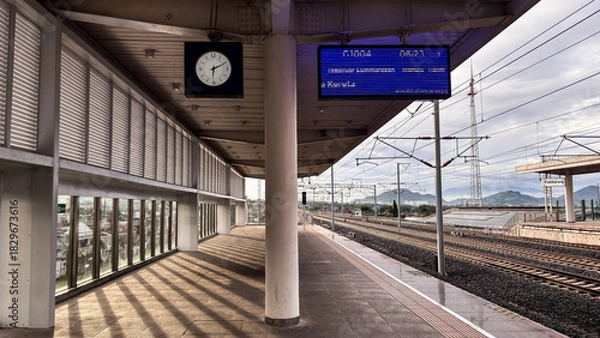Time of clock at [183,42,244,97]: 6:10
